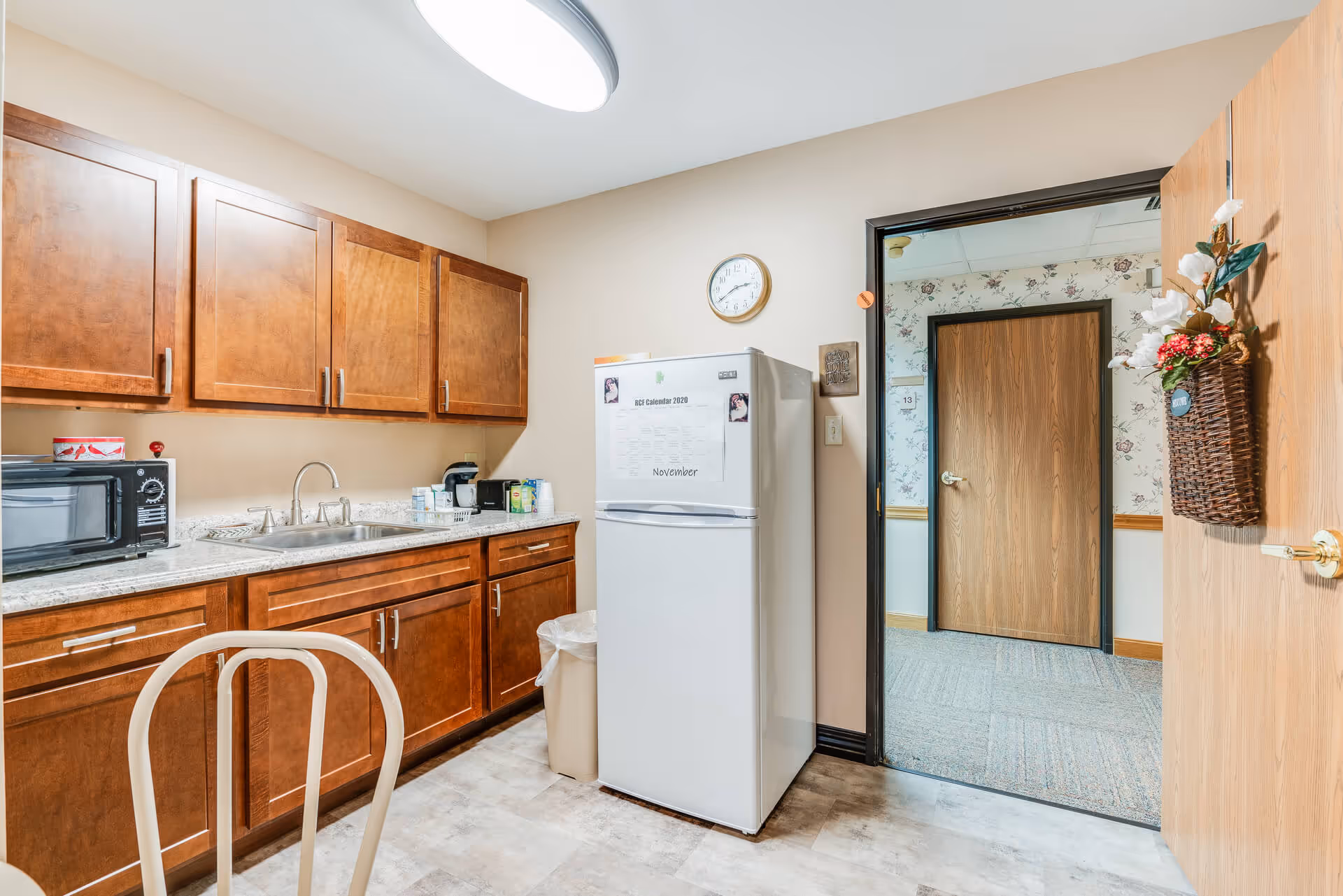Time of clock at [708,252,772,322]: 2:39
